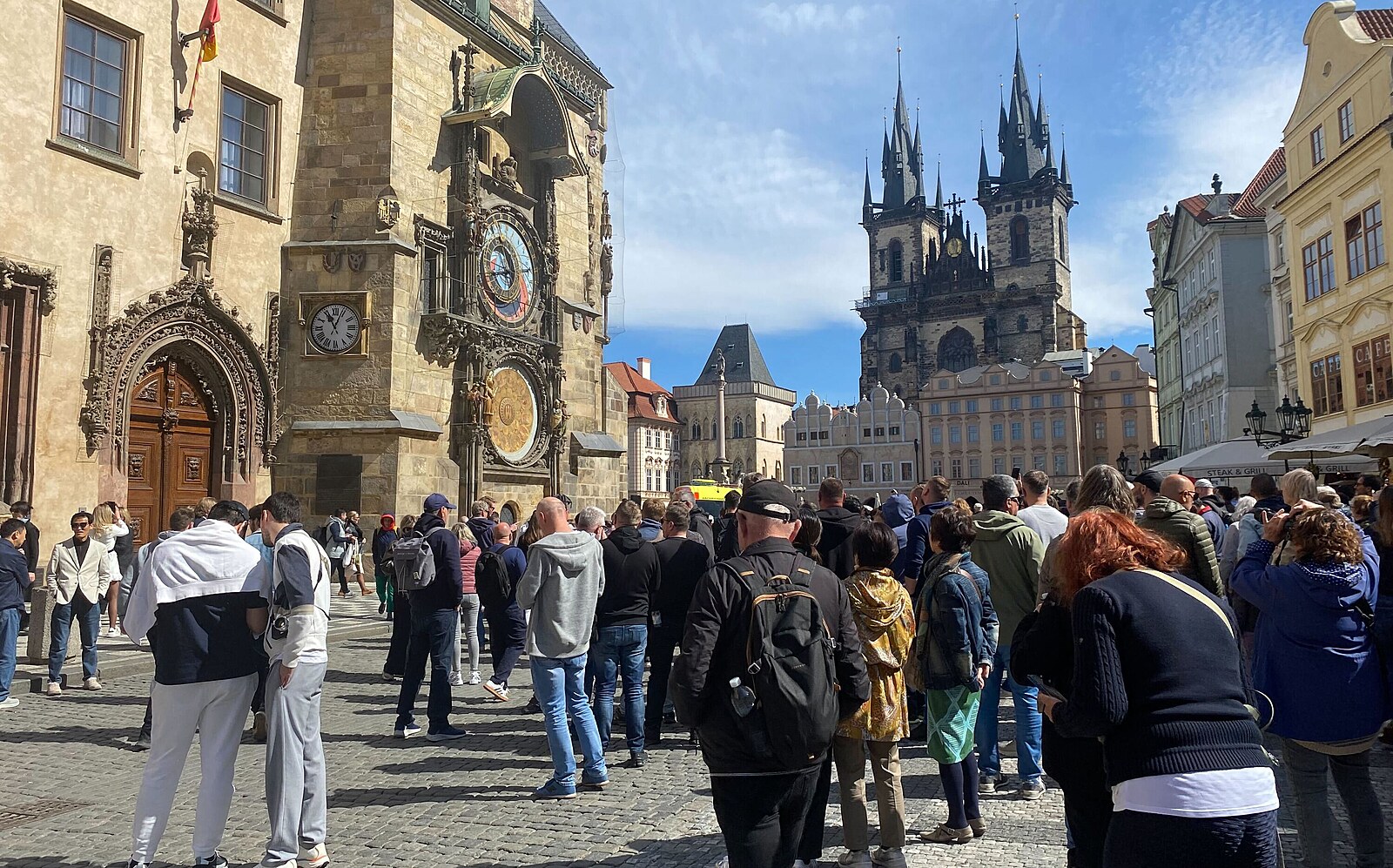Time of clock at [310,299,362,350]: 11:03
